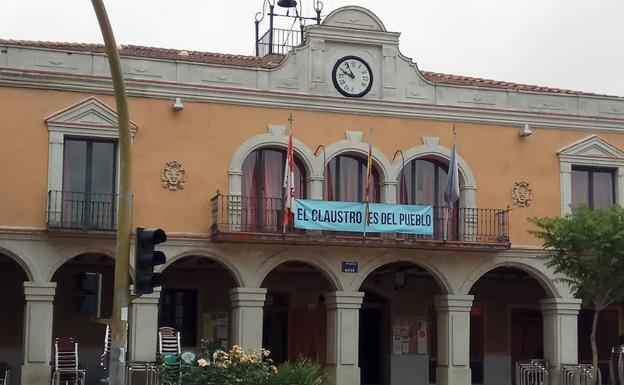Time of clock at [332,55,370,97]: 9:55
